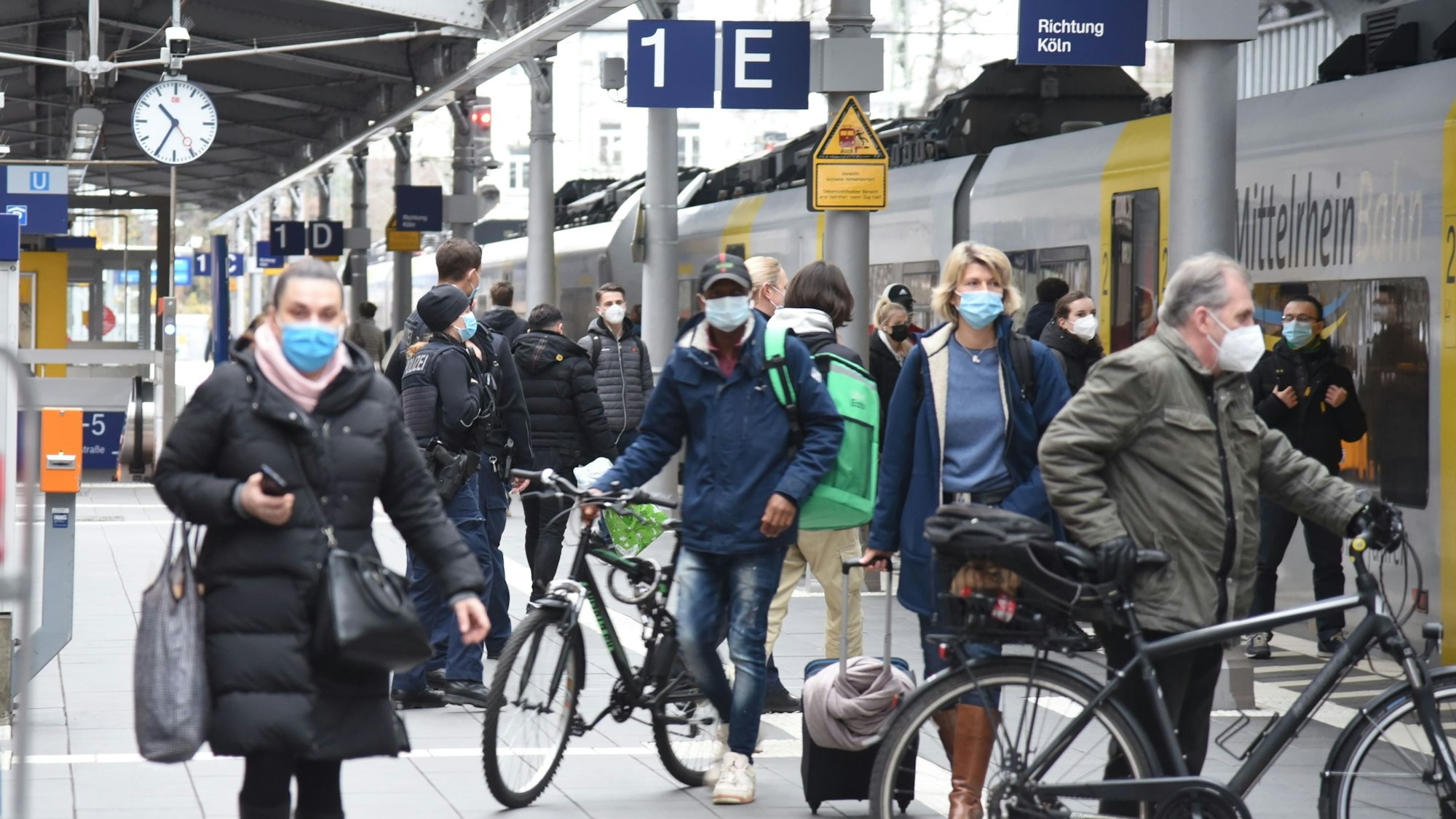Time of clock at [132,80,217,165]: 10:34
